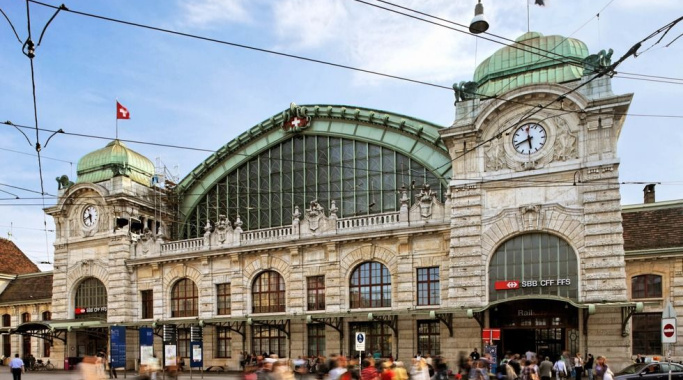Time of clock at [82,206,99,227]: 5:41
